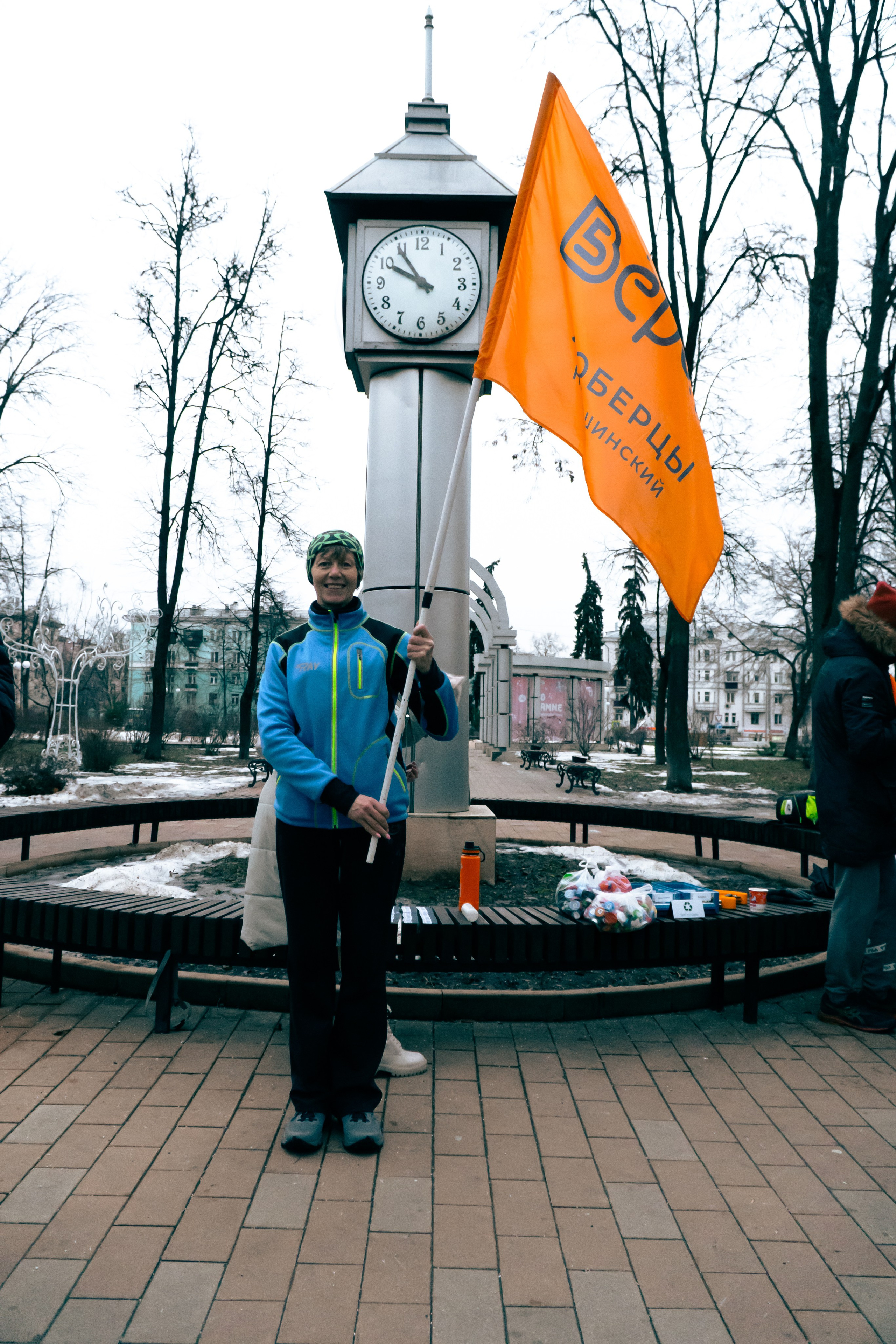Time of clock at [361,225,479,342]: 9:54
